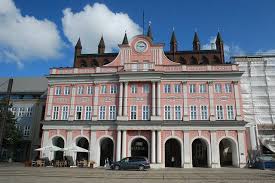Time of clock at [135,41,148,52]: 2:46
